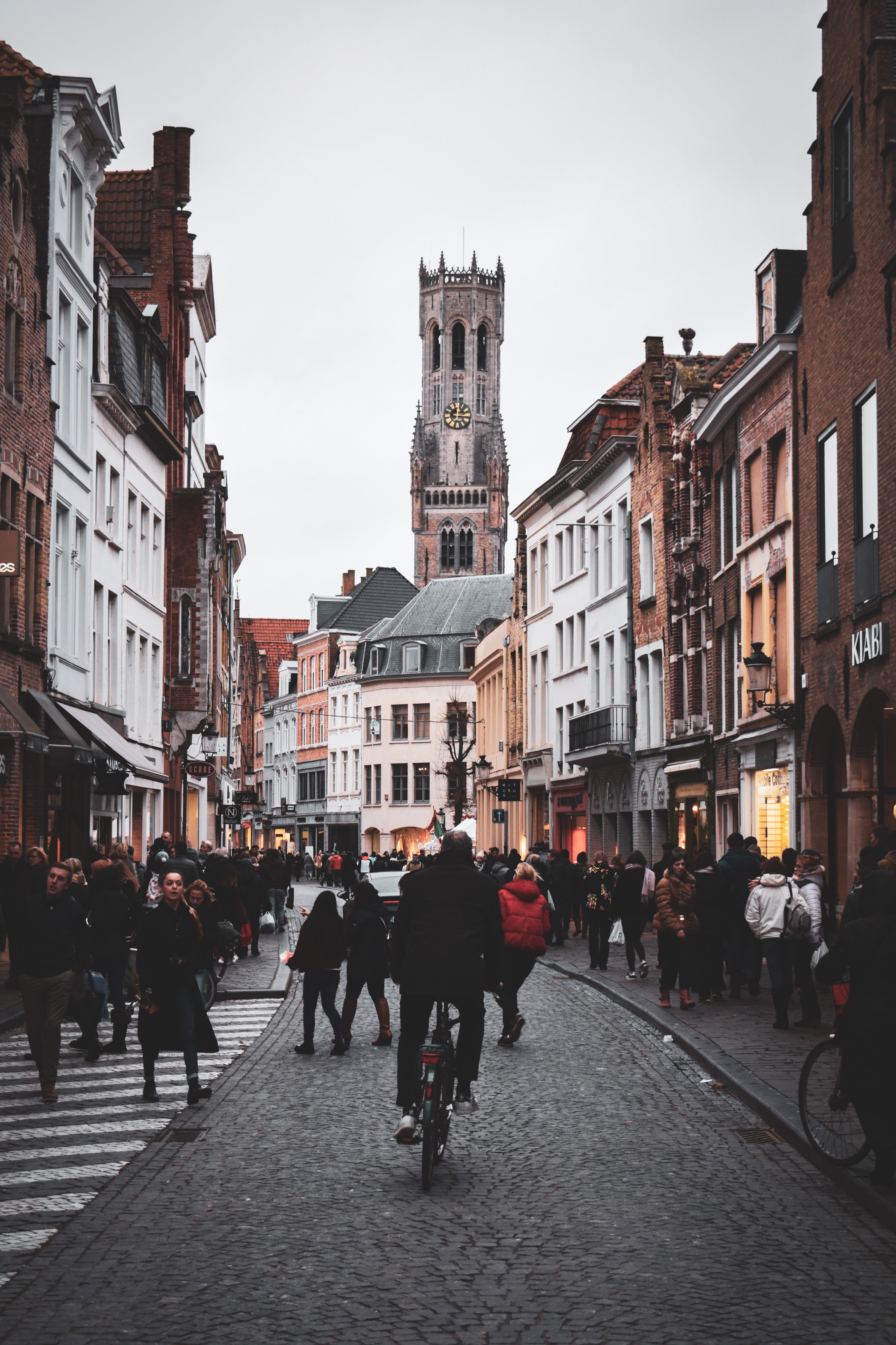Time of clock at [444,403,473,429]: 12:16
